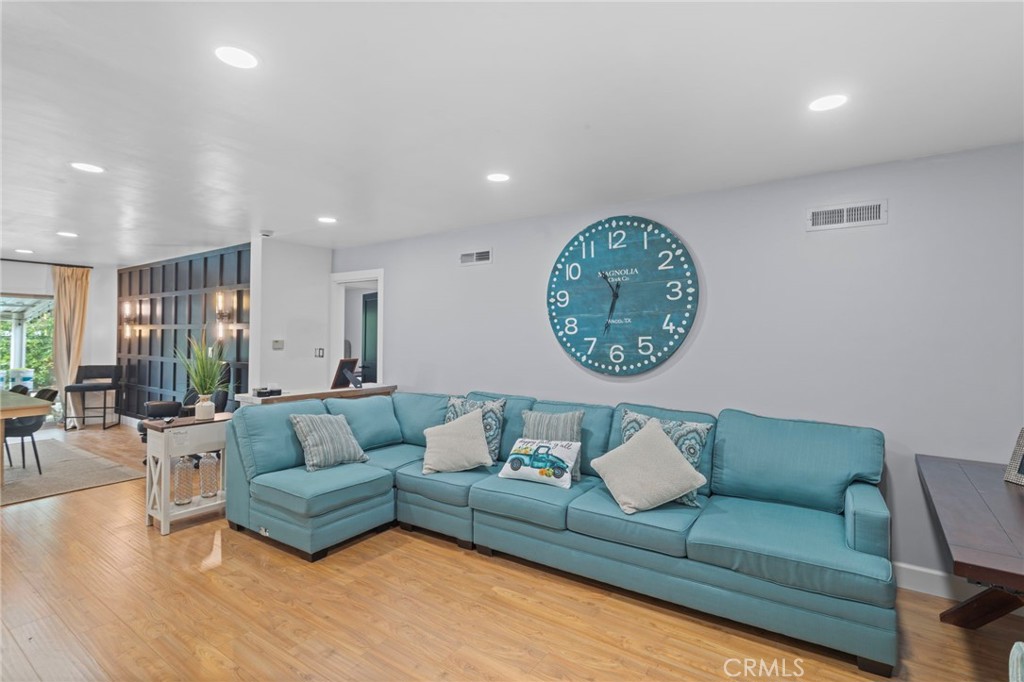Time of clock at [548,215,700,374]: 10:33
